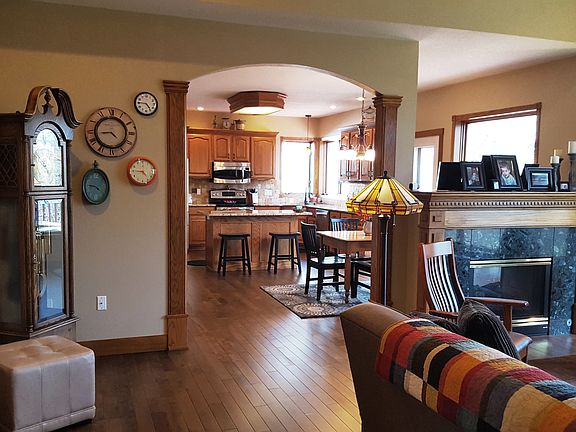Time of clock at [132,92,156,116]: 4:45
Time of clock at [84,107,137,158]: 4:44
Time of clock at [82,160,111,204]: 9:20
